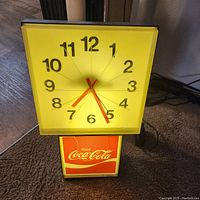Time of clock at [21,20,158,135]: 7:26
